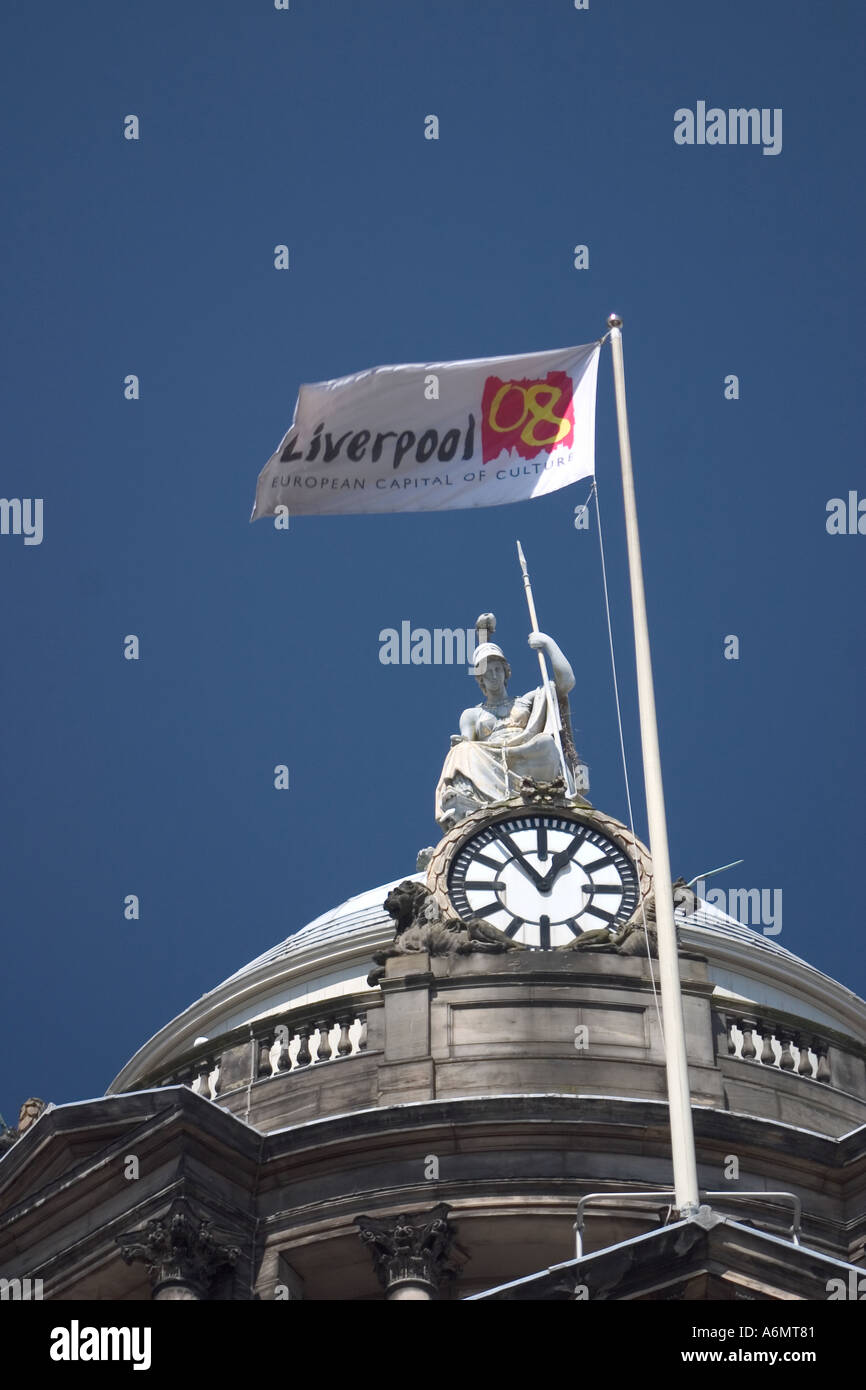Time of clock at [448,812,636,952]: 12:53
